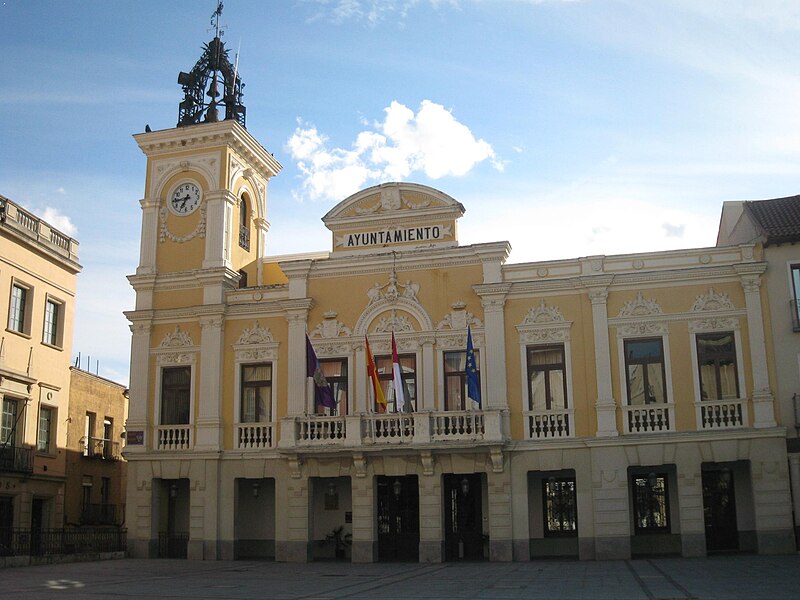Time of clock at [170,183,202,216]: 6:43
